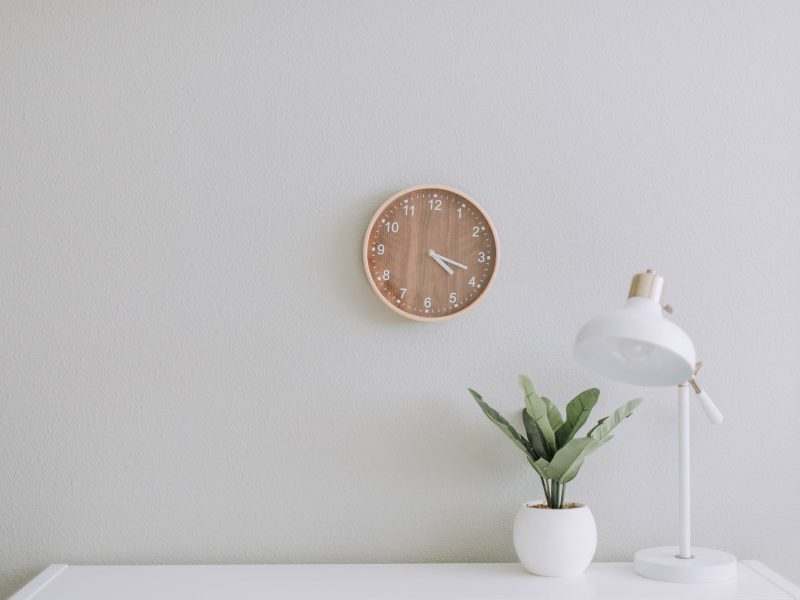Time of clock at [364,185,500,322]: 4:18
